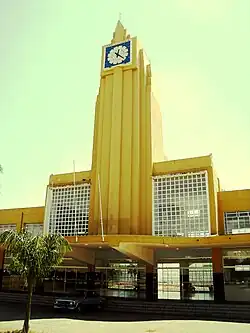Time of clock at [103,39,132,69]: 12:22
